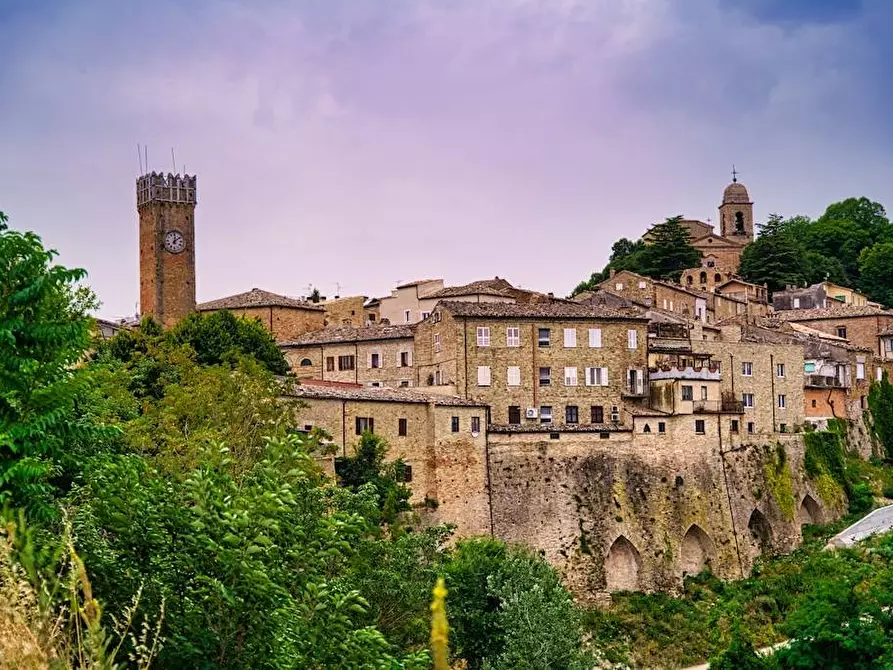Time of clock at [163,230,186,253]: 12:07
